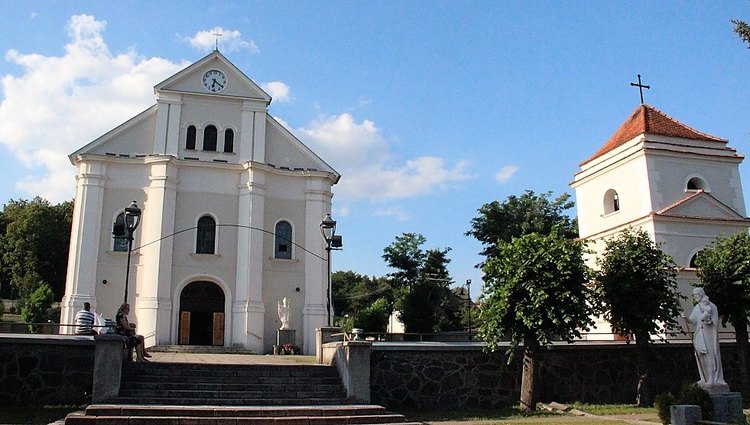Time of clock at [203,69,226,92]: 6:21
